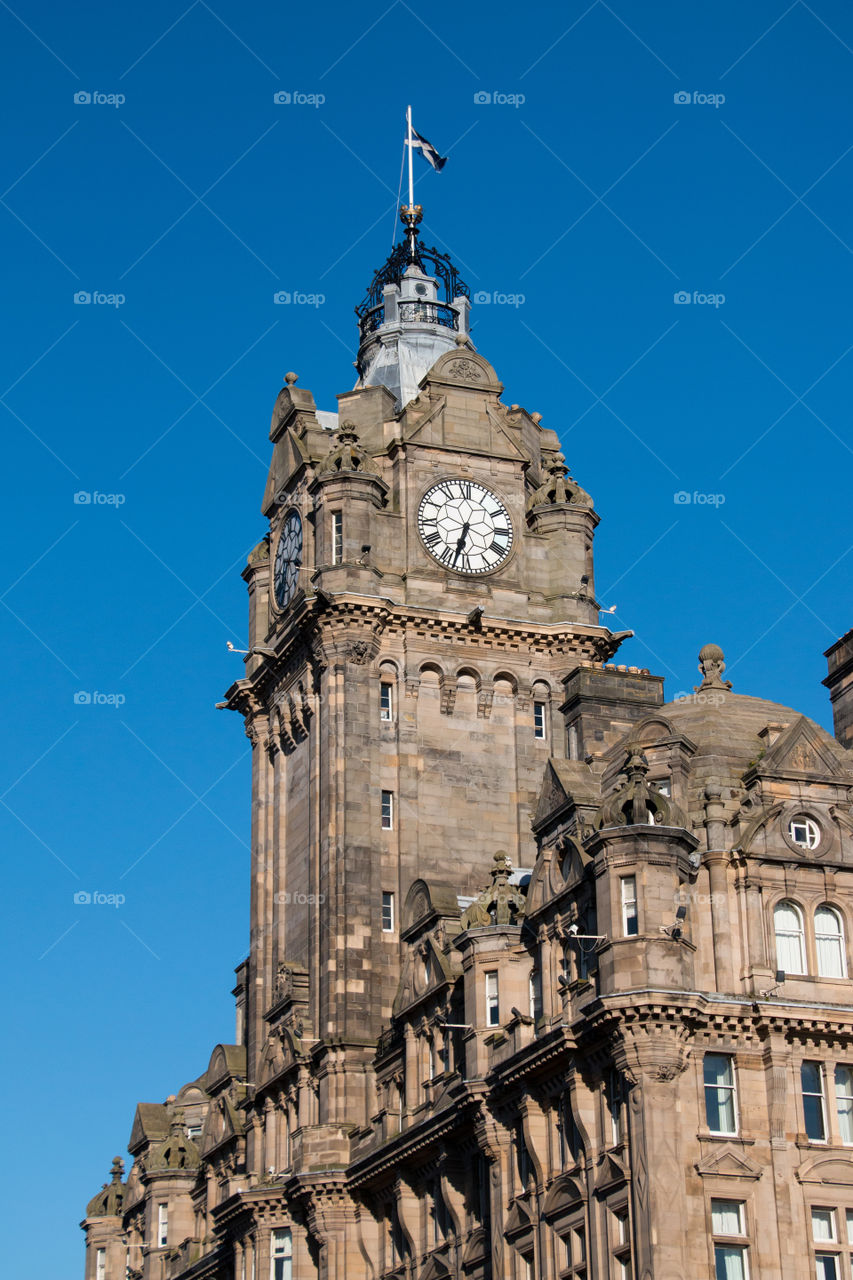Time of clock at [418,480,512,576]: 6:32
